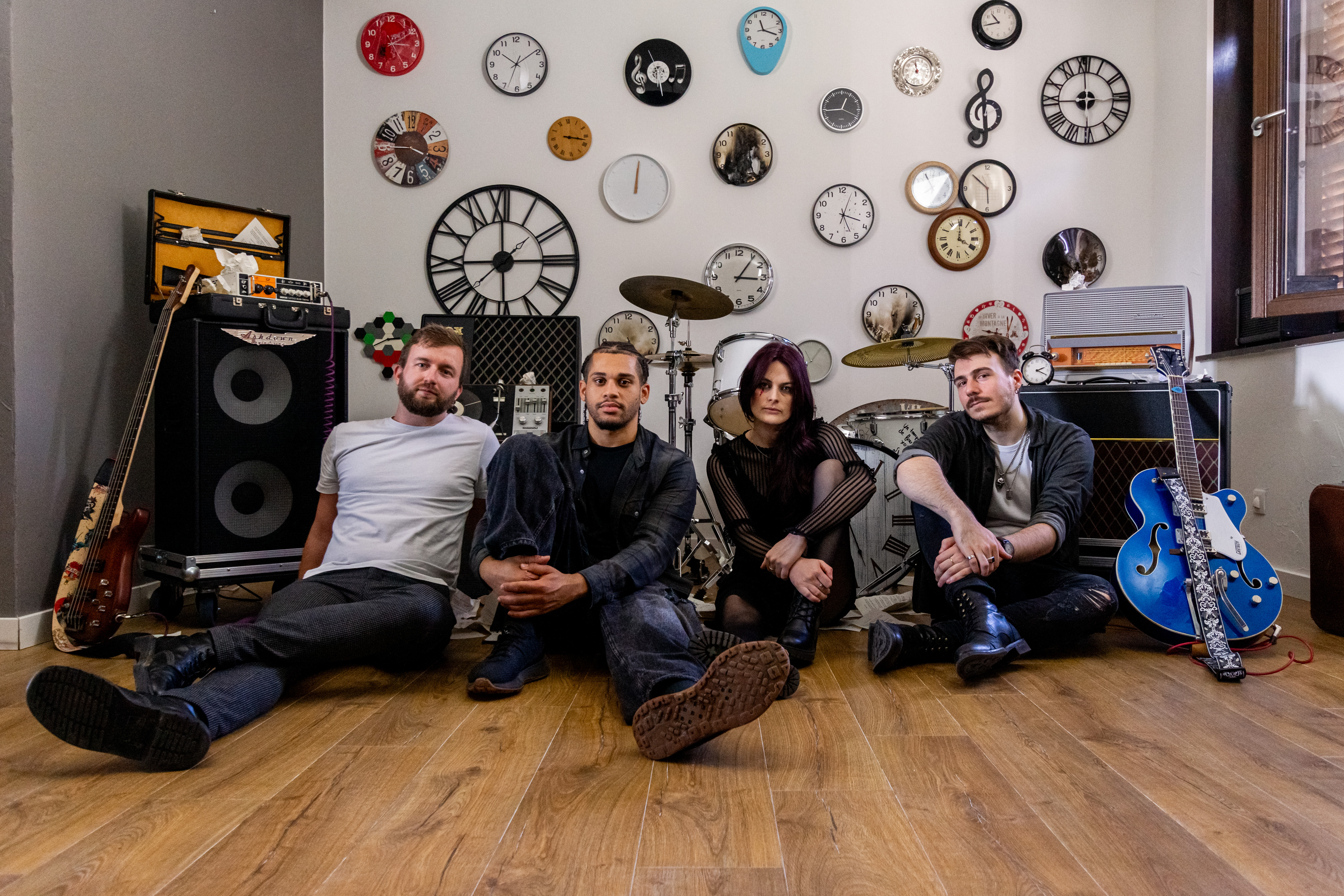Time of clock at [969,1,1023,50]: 10:42
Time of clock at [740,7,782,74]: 11:17
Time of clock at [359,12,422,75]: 3:09
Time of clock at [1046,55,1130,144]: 9:00
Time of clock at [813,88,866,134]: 12:44
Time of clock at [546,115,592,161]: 3:17
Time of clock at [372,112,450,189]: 3:45
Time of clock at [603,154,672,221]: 12:00
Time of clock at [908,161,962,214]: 7:55
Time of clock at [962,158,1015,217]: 5:51
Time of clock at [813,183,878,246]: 5:18
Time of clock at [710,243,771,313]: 3:05
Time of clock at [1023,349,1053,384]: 2:19
